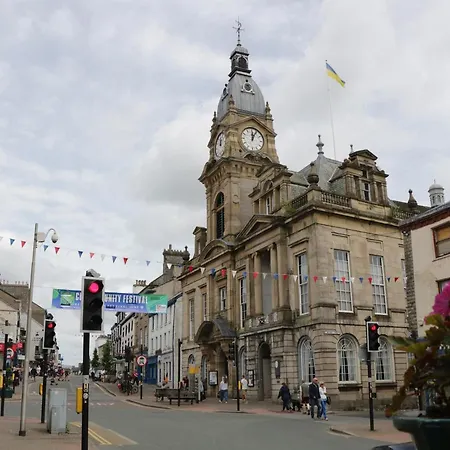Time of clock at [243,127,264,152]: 12:04
